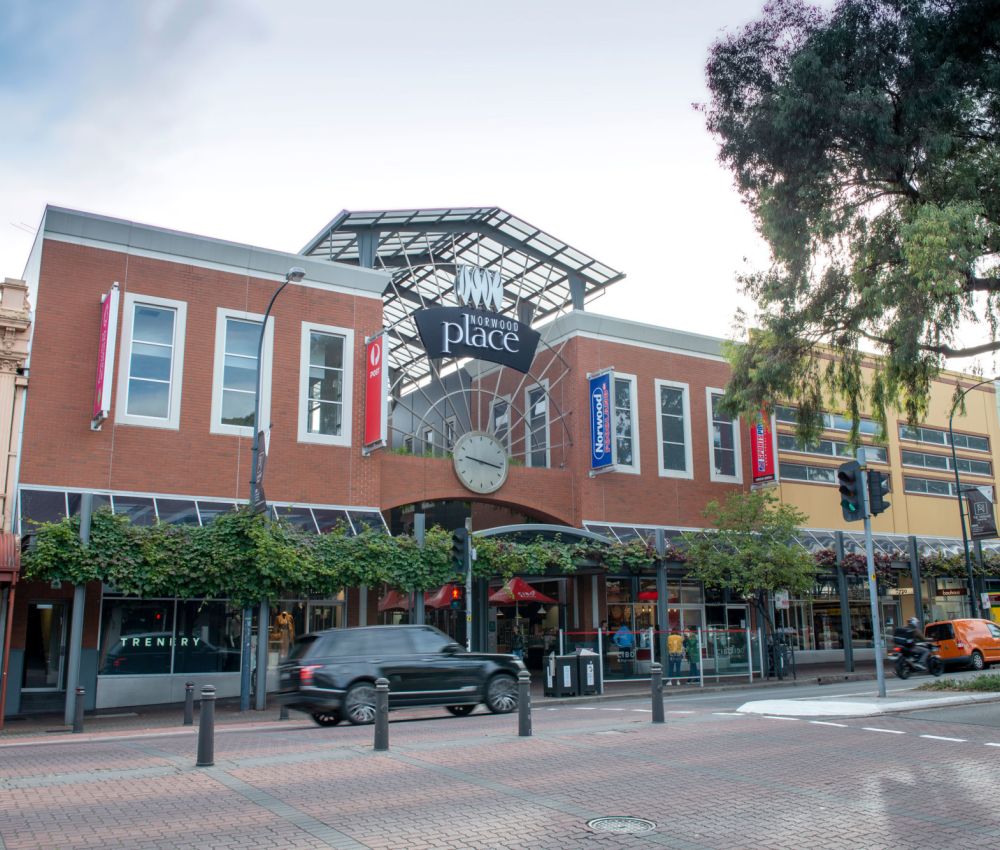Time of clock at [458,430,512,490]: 9:16
